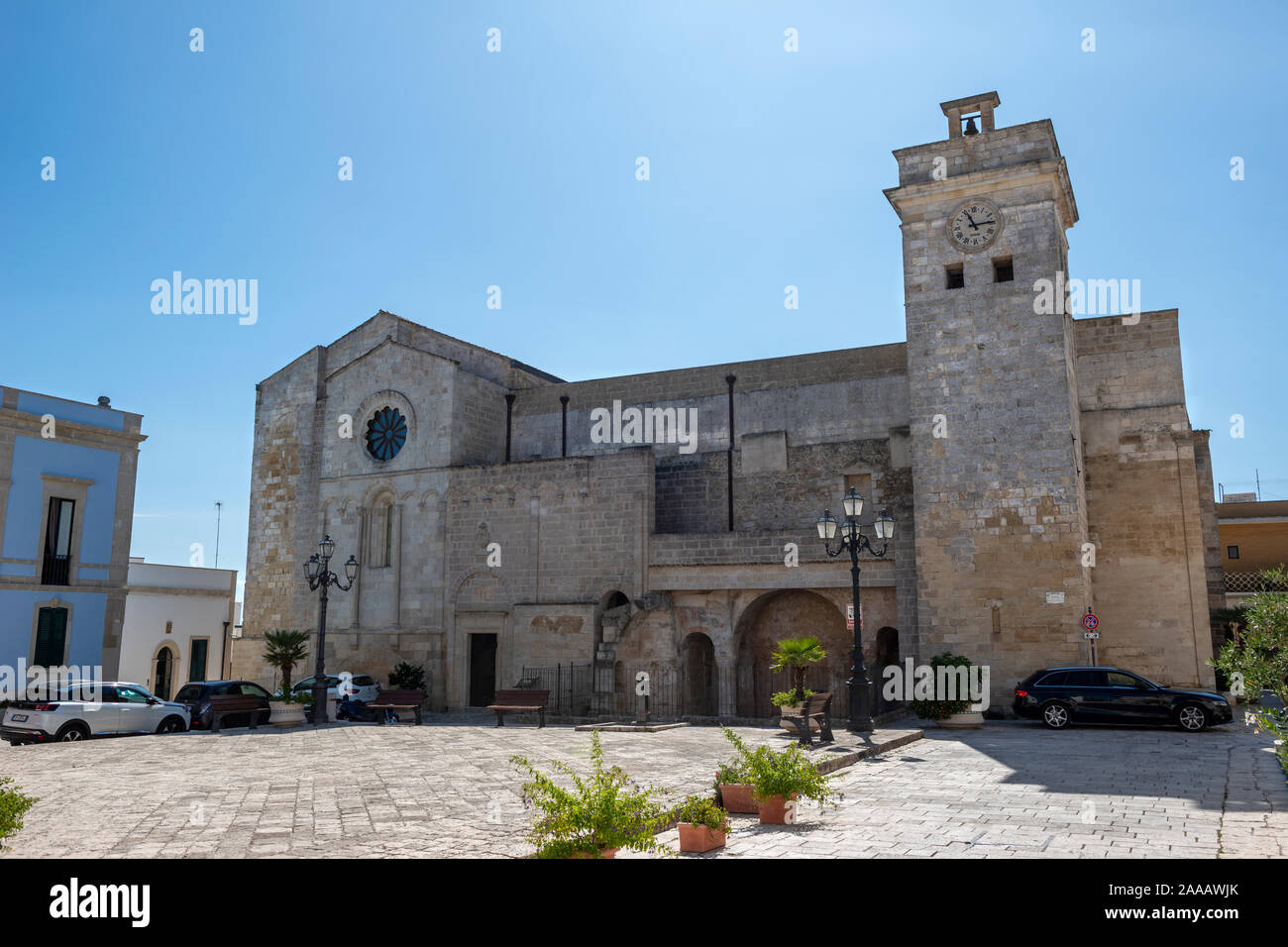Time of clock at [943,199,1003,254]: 11:13
